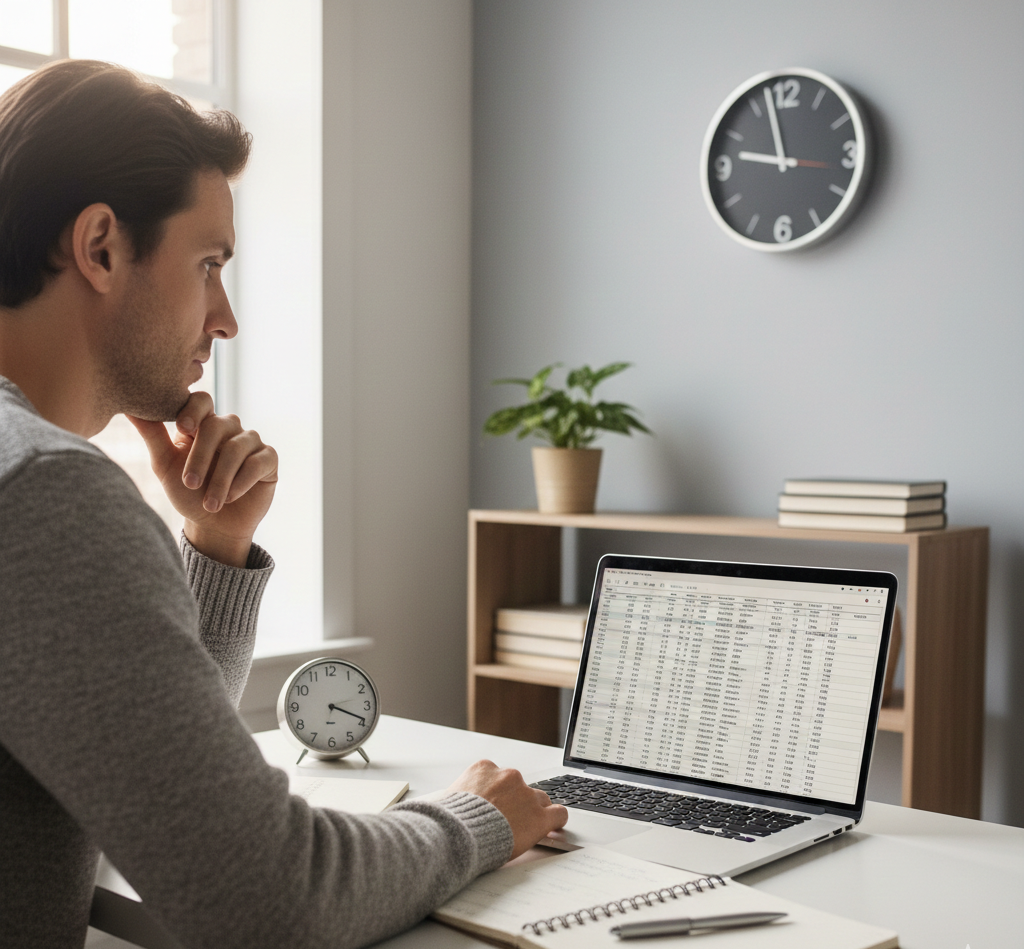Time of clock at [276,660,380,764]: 3:18
